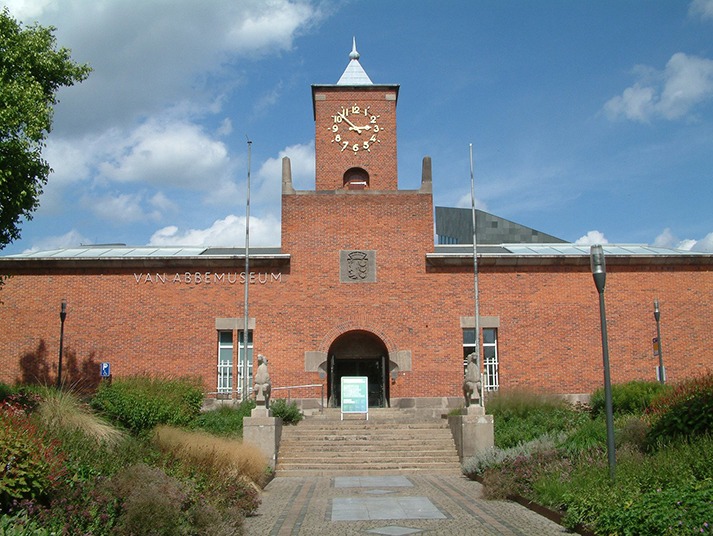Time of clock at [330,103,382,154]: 2:52
